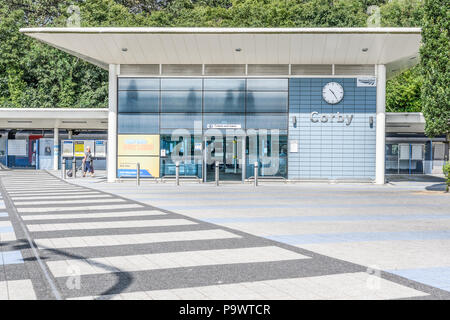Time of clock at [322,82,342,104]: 10:24
